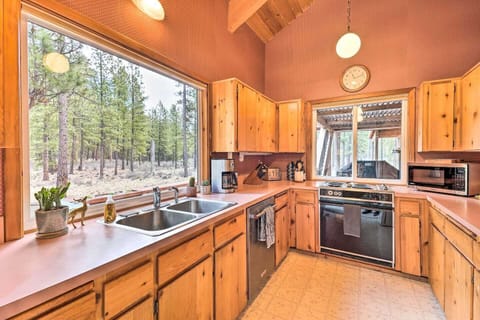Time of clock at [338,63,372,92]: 11:12
